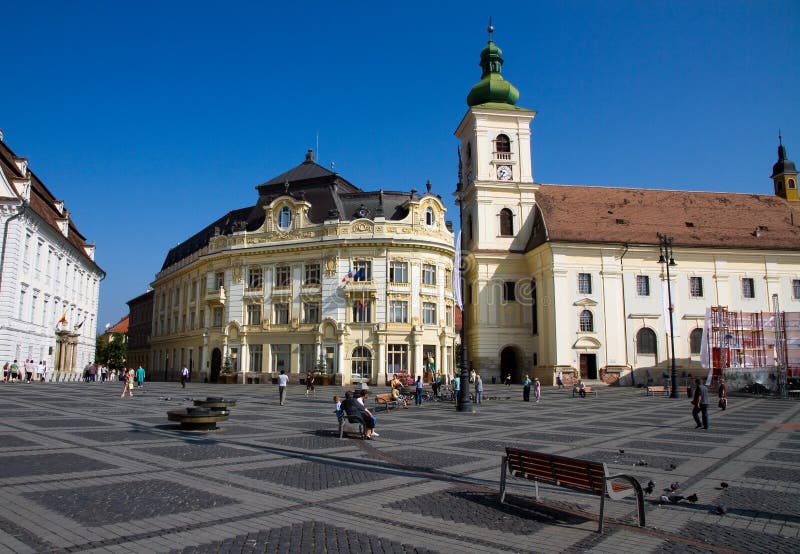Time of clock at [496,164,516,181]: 9:36
